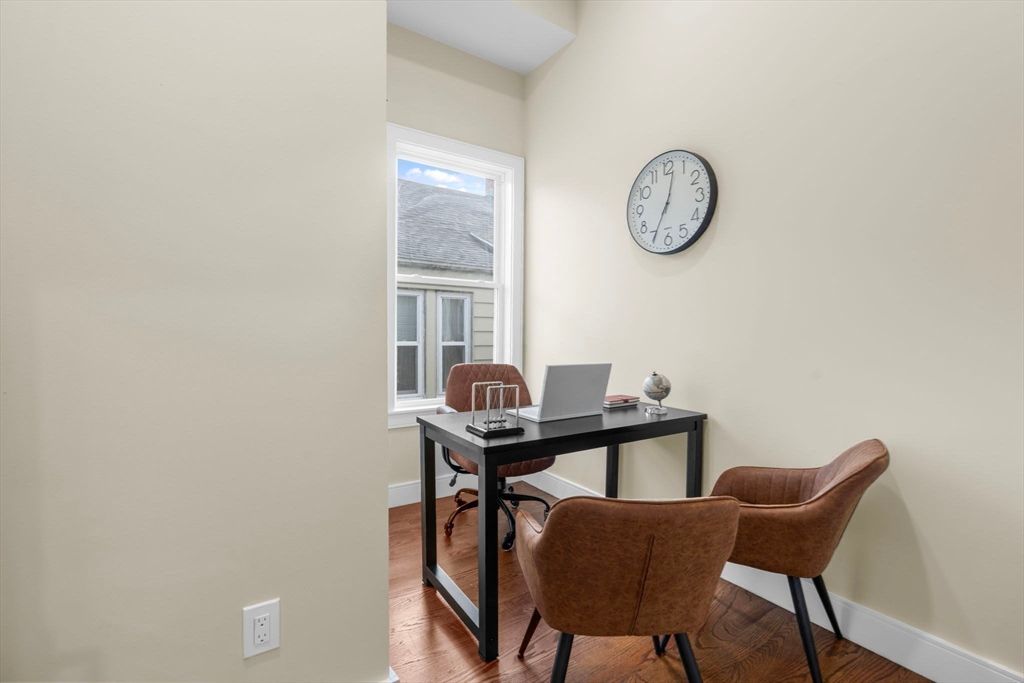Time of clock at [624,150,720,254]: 12:34
